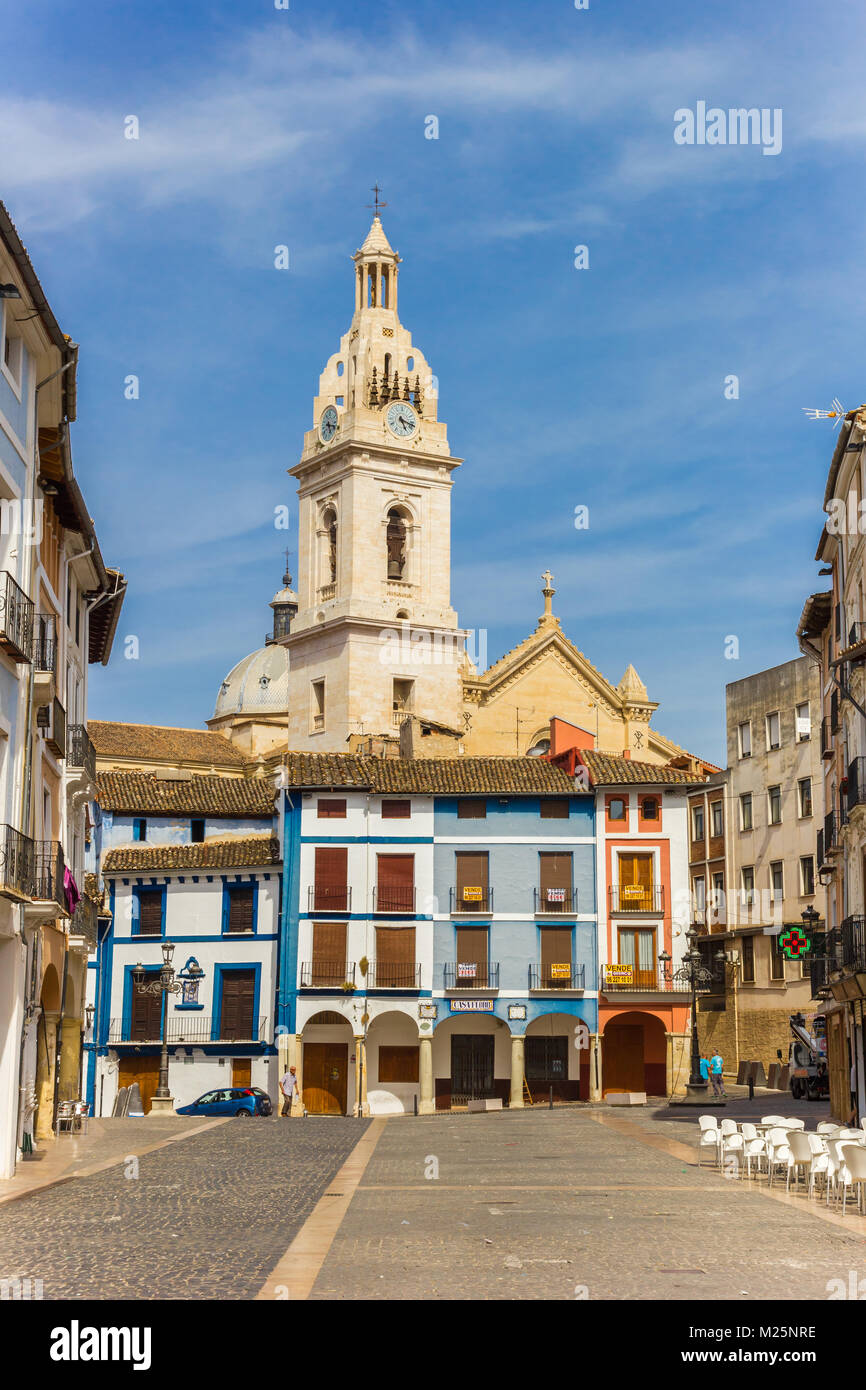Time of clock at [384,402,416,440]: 5:18
